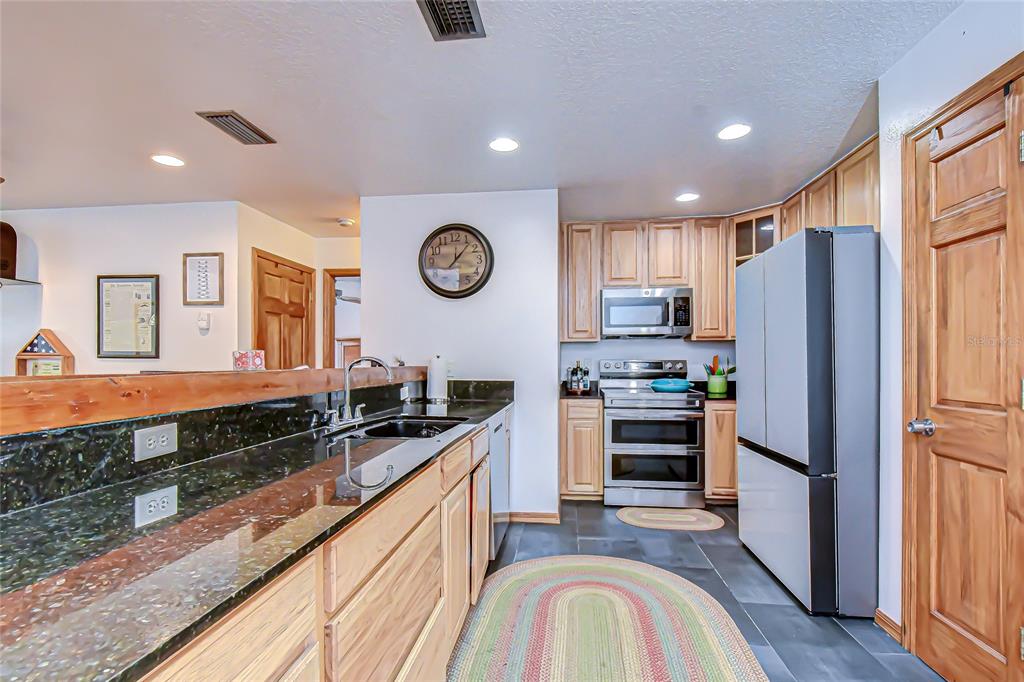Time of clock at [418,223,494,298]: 12:06
